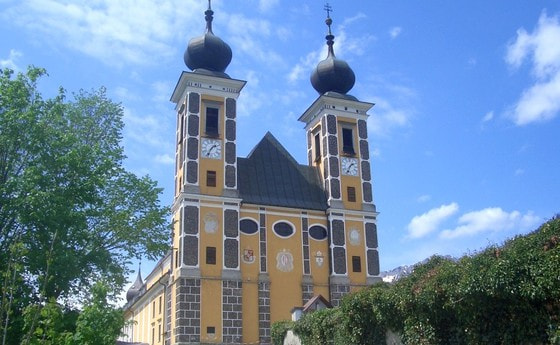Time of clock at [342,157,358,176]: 1:33
